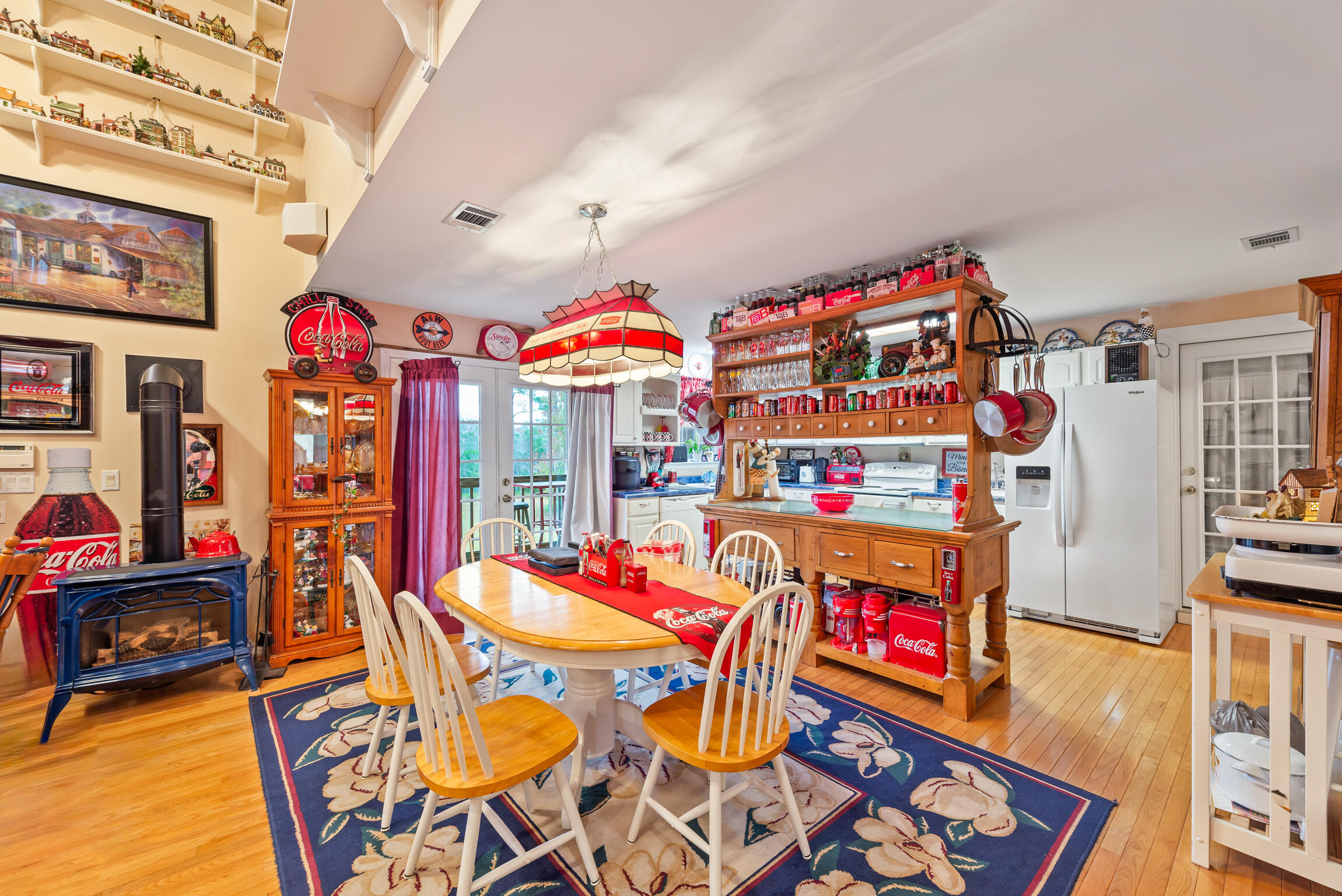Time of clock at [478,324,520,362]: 2:19
